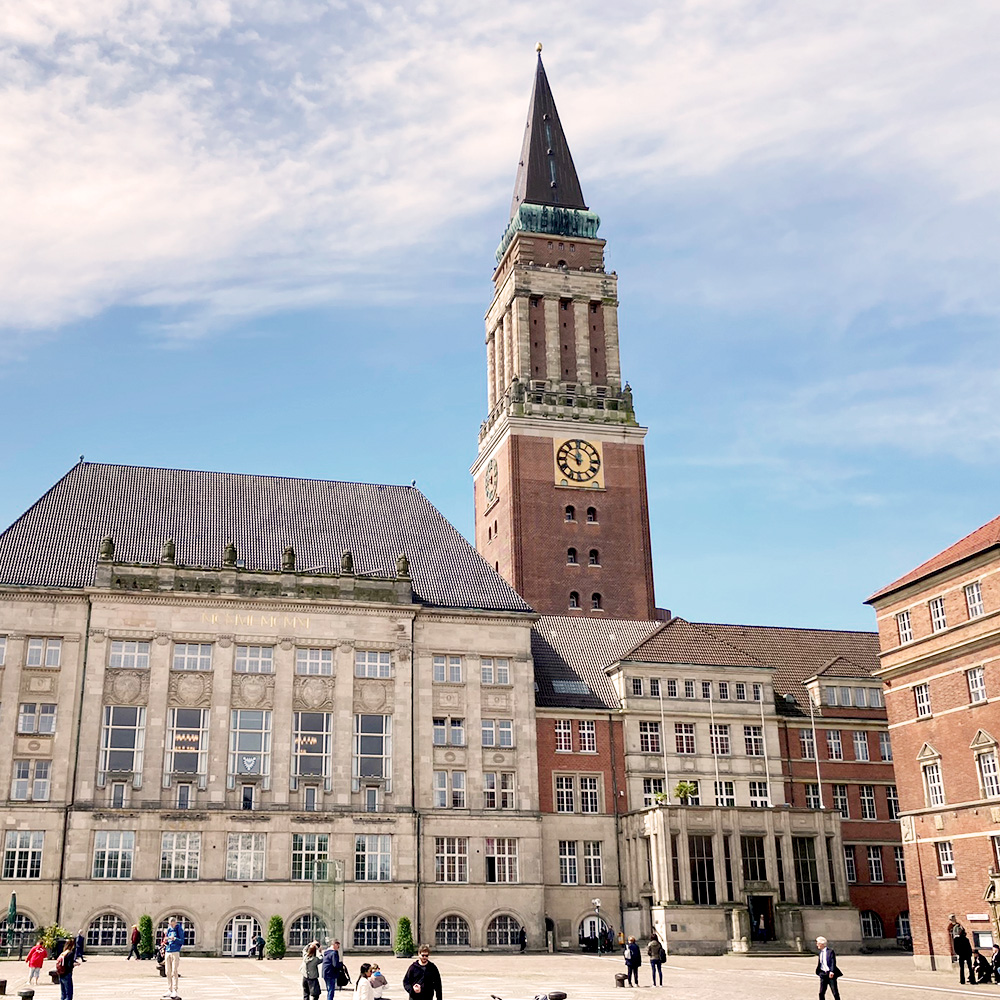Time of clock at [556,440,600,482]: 11:49
